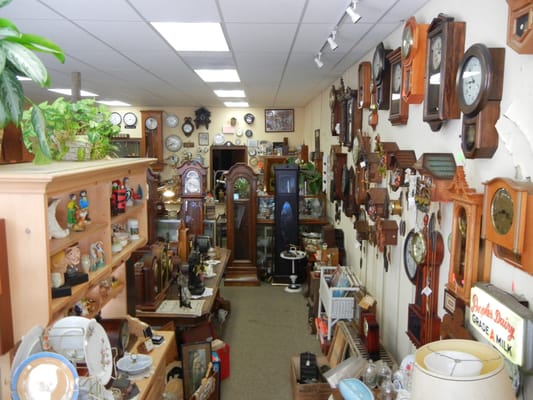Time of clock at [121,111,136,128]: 8:16
